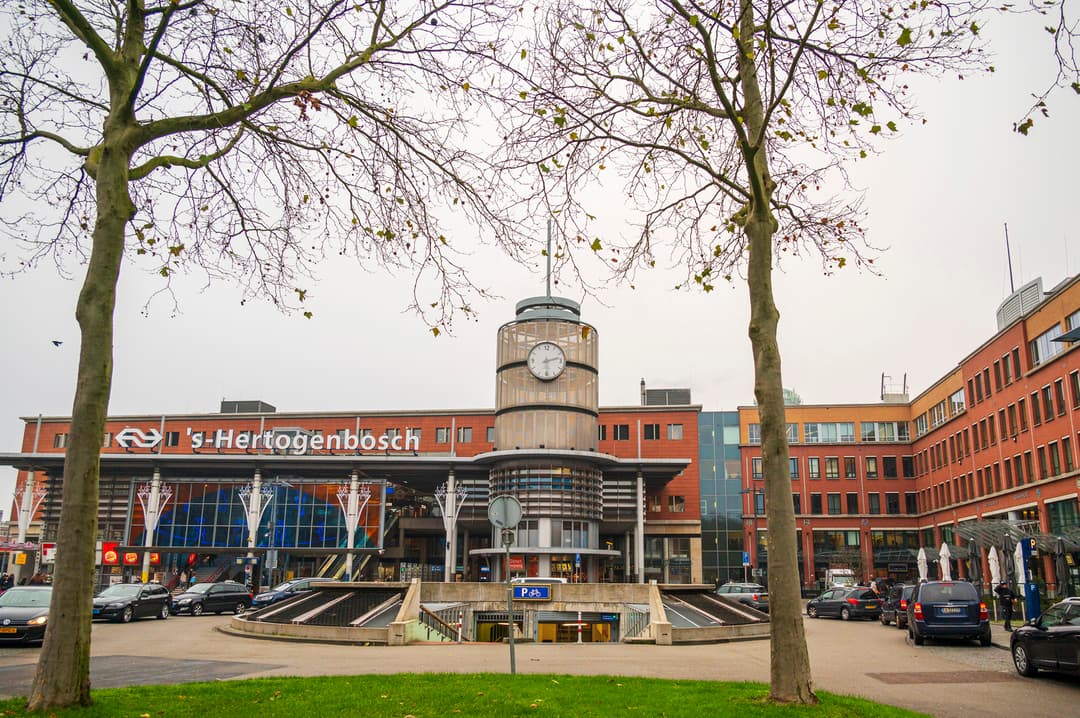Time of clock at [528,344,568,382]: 2:29
